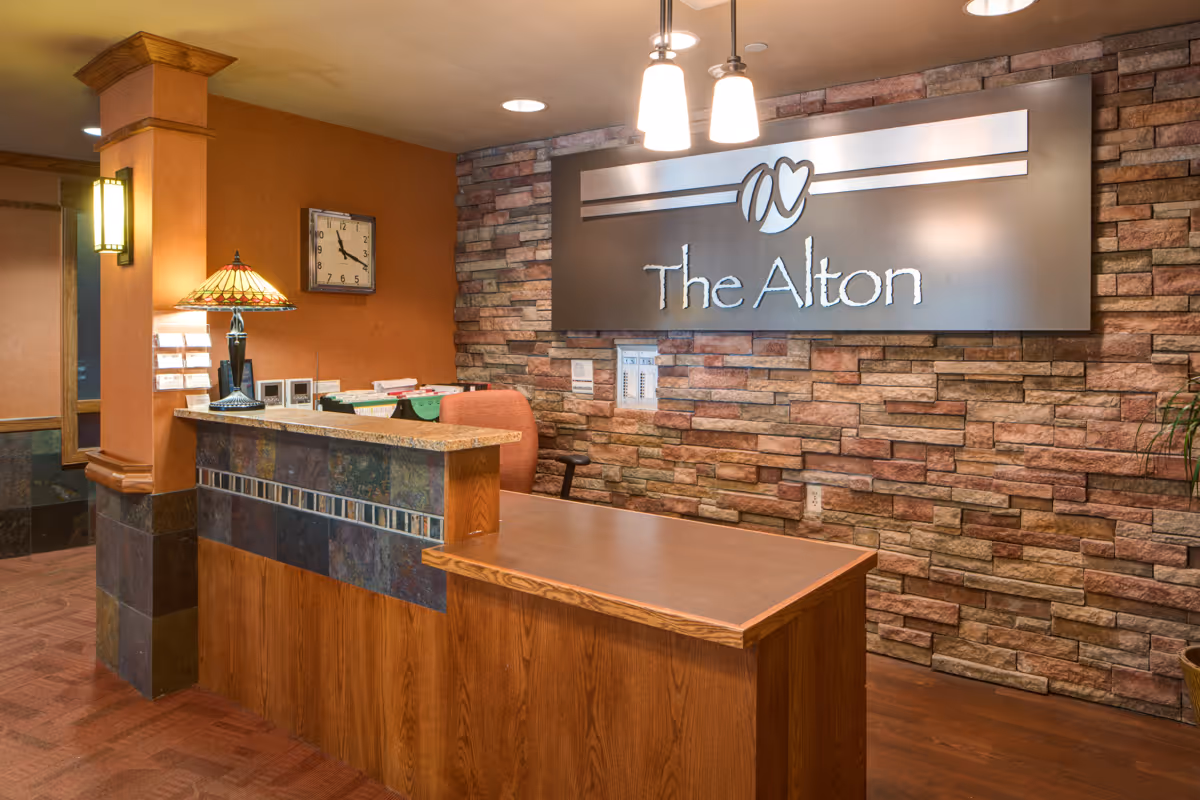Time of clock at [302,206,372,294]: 11:18
